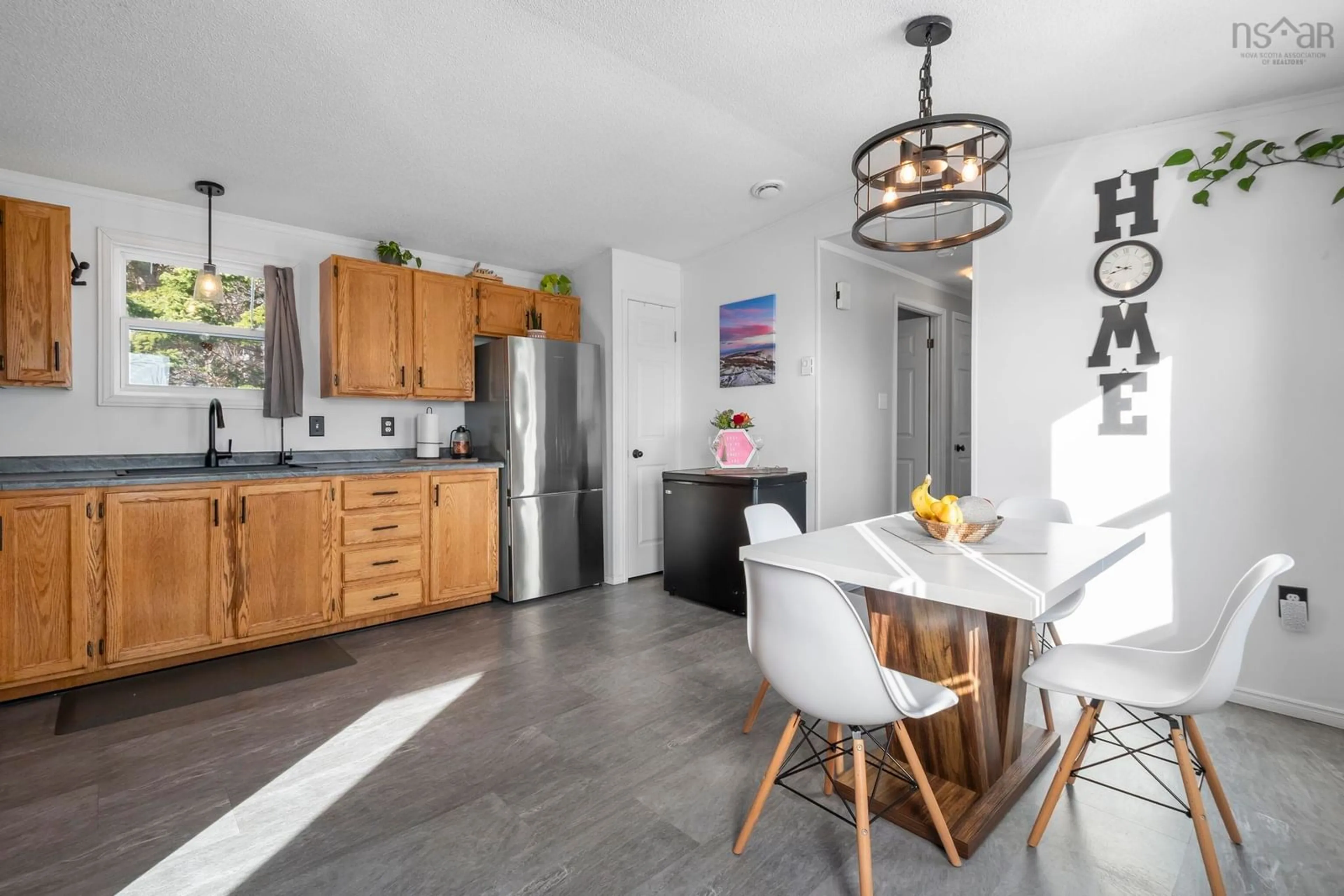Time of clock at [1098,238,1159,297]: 9:42
